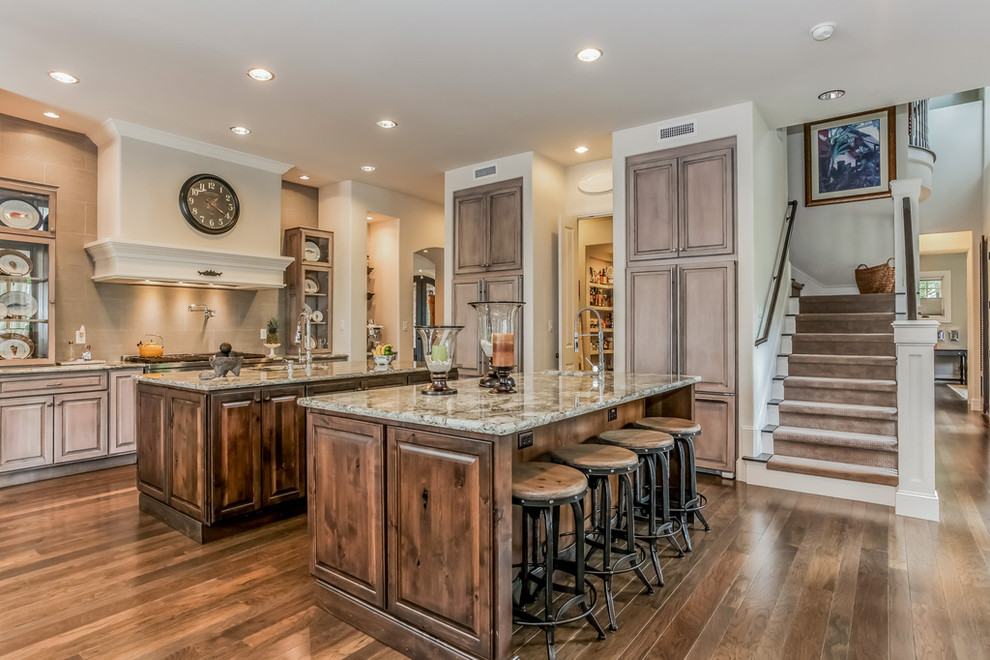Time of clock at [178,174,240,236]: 4:20
